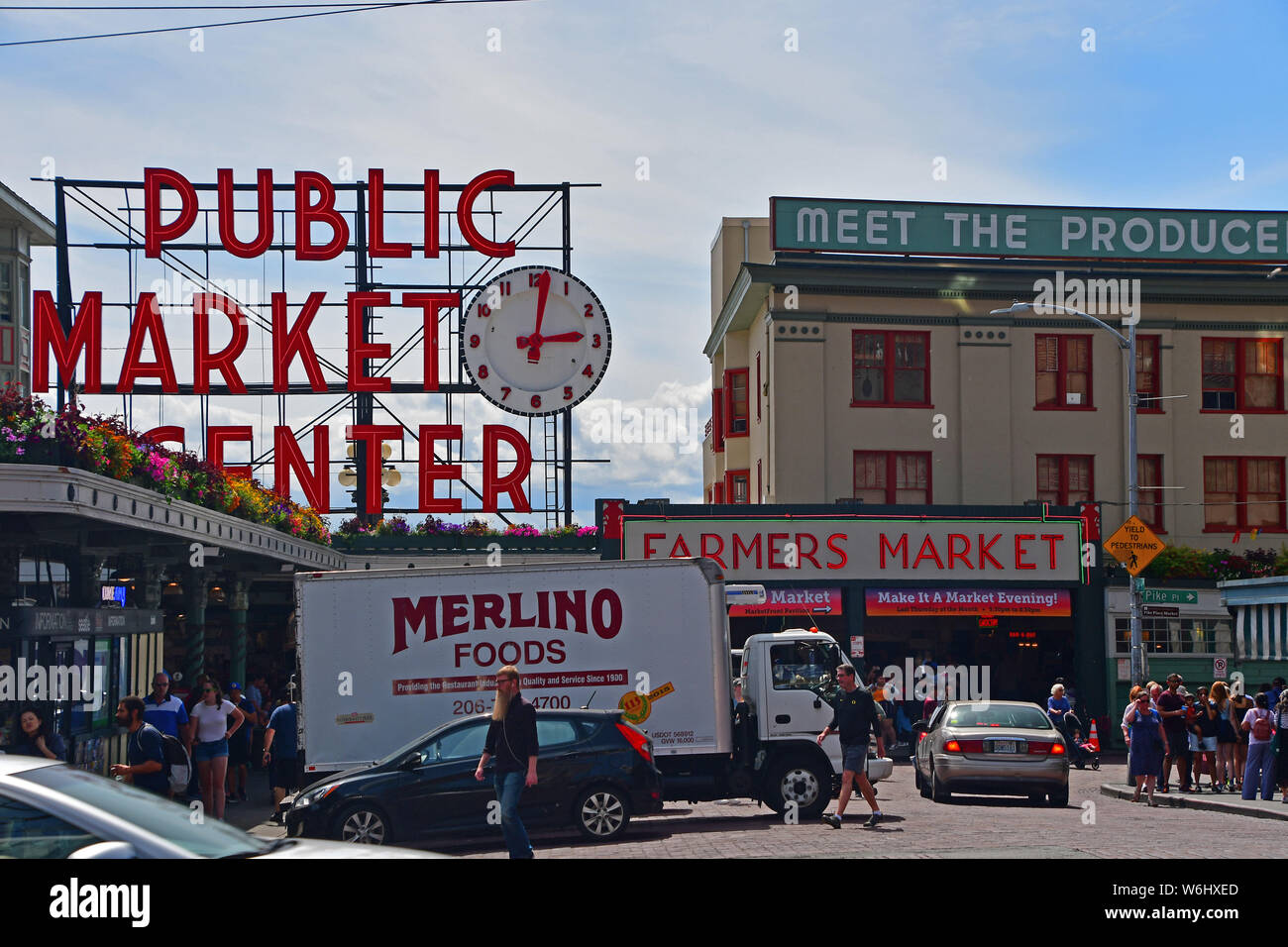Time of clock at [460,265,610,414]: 3:01
